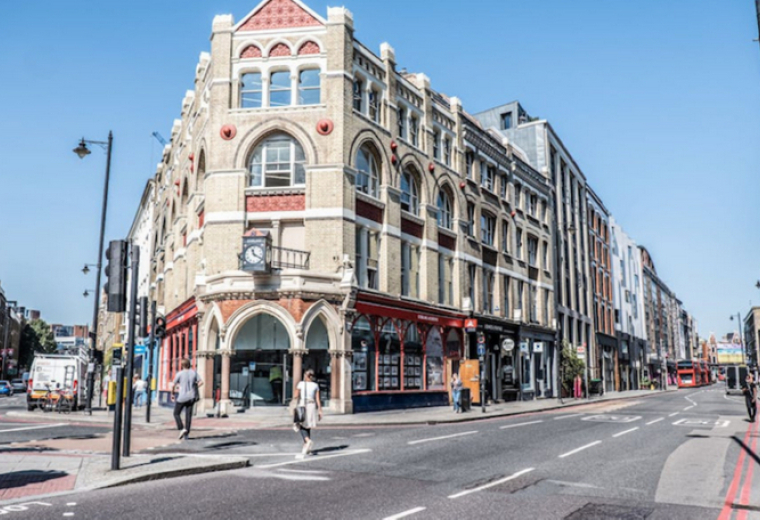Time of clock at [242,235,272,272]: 11:19
